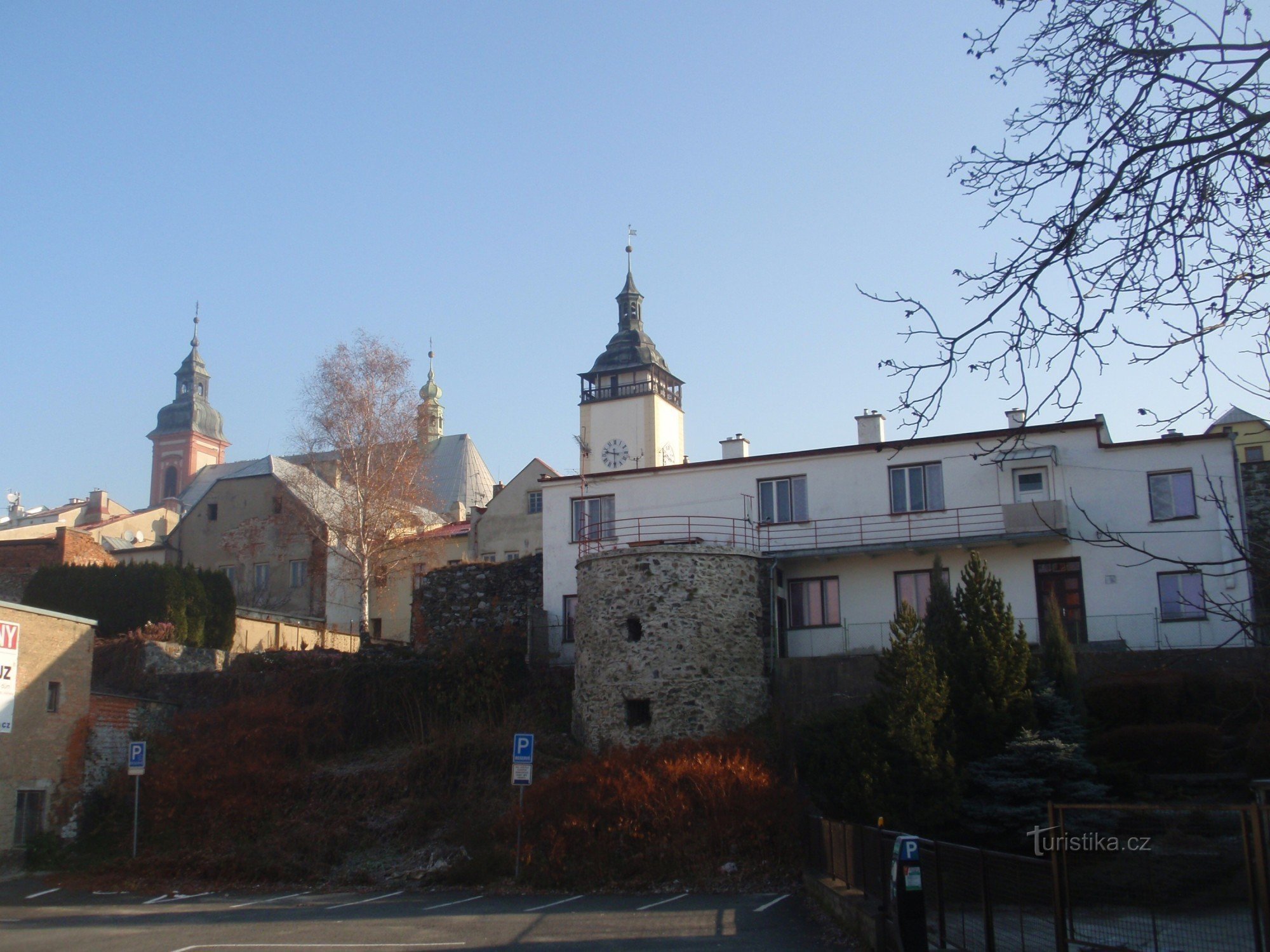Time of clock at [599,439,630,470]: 9:30
